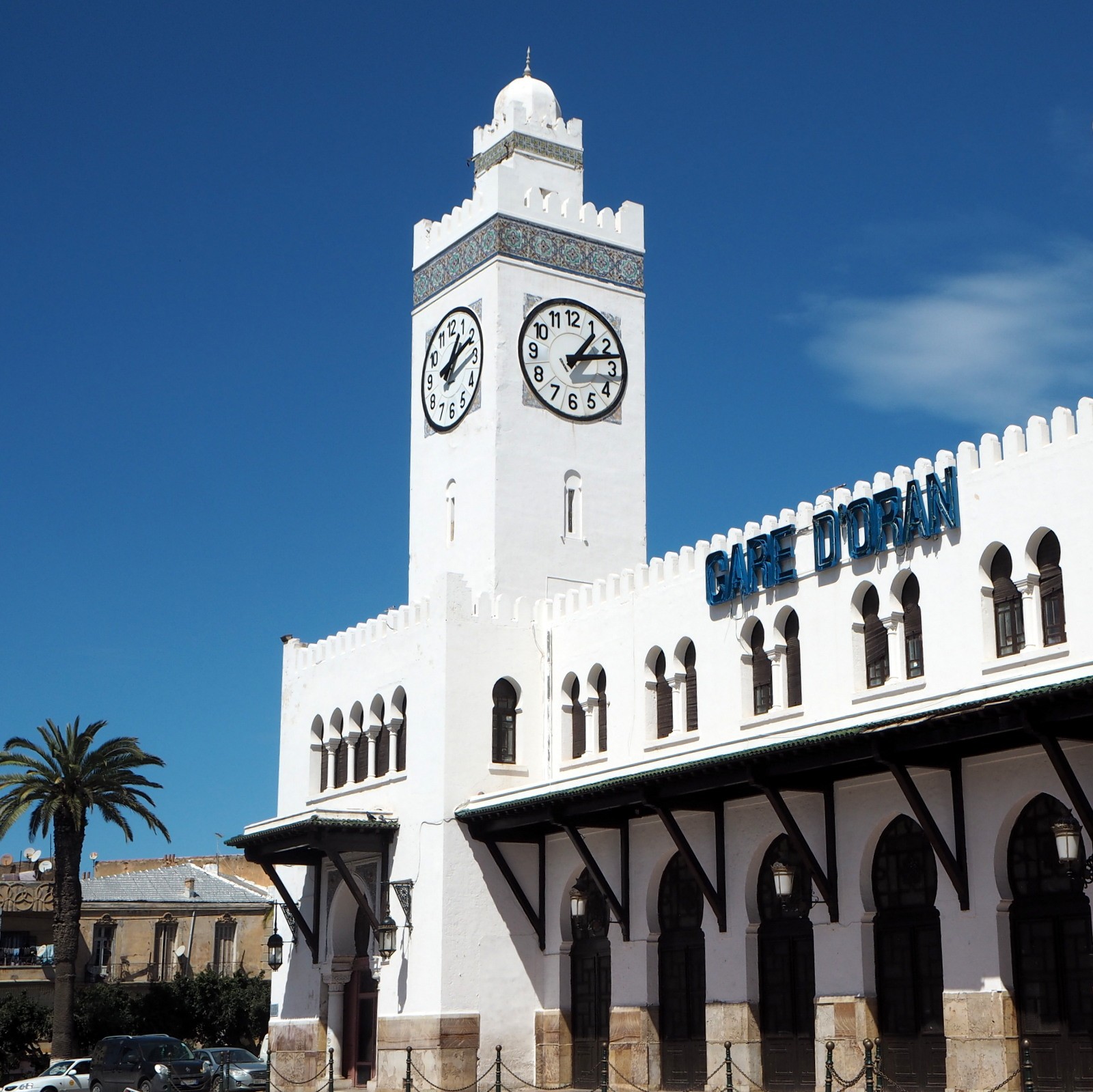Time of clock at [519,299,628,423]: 1:12
